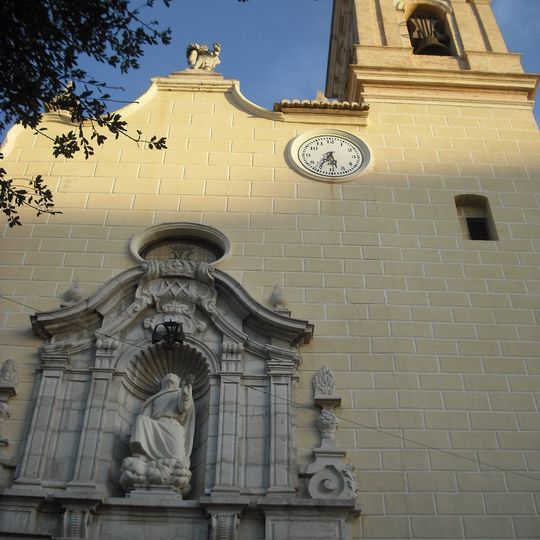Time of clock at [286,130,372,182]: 5:34
